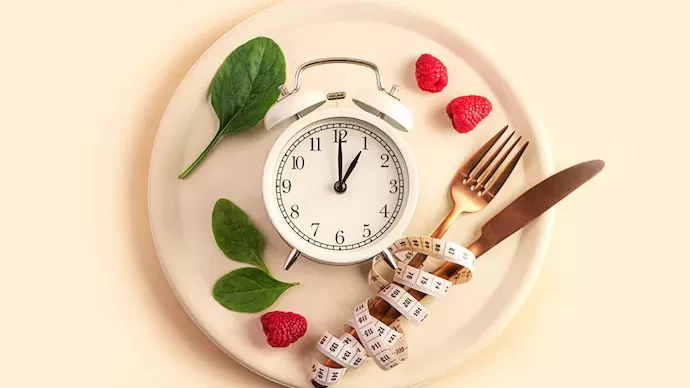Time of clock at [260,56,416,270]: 1:00
